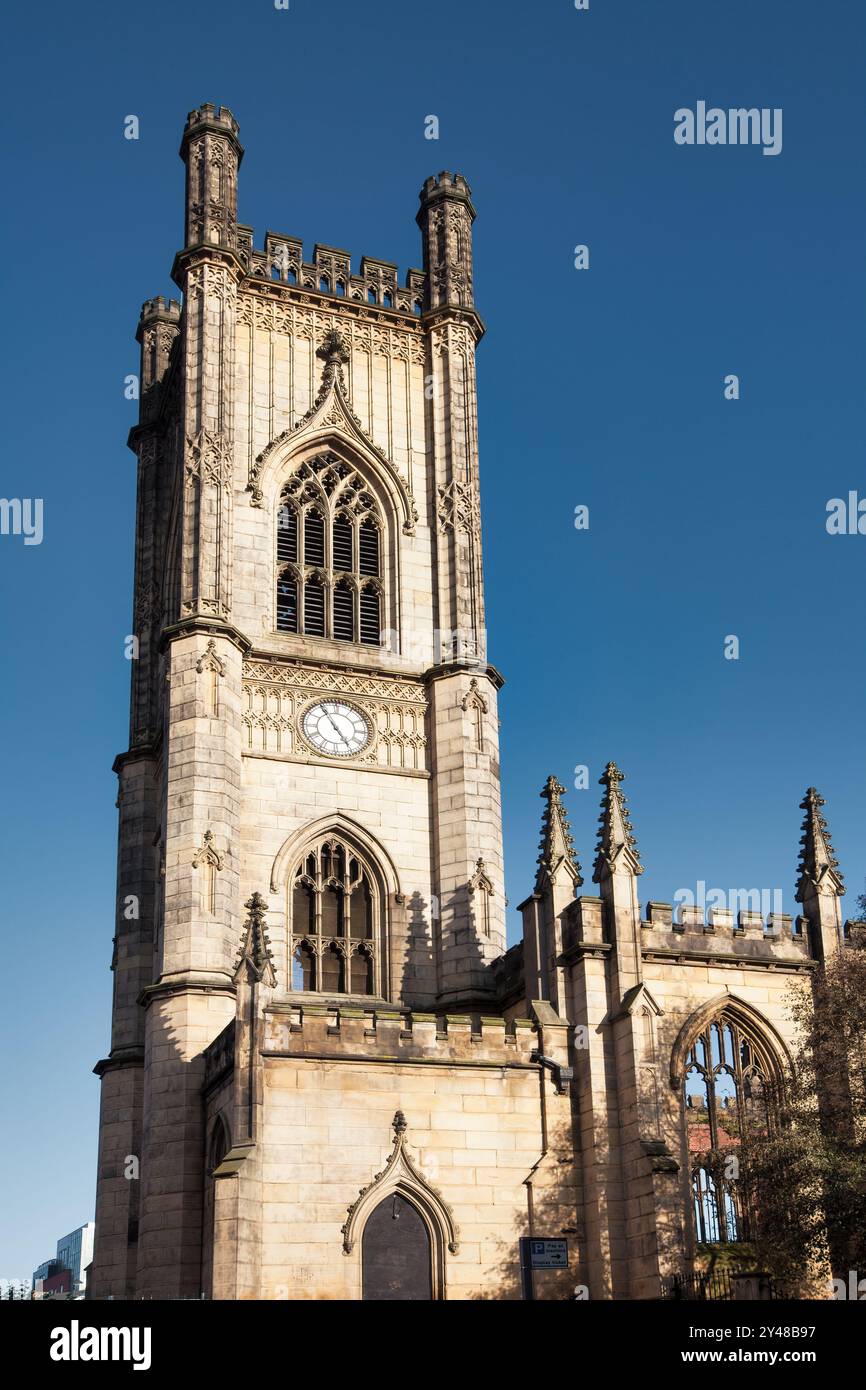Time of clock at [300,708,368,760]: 4:54
